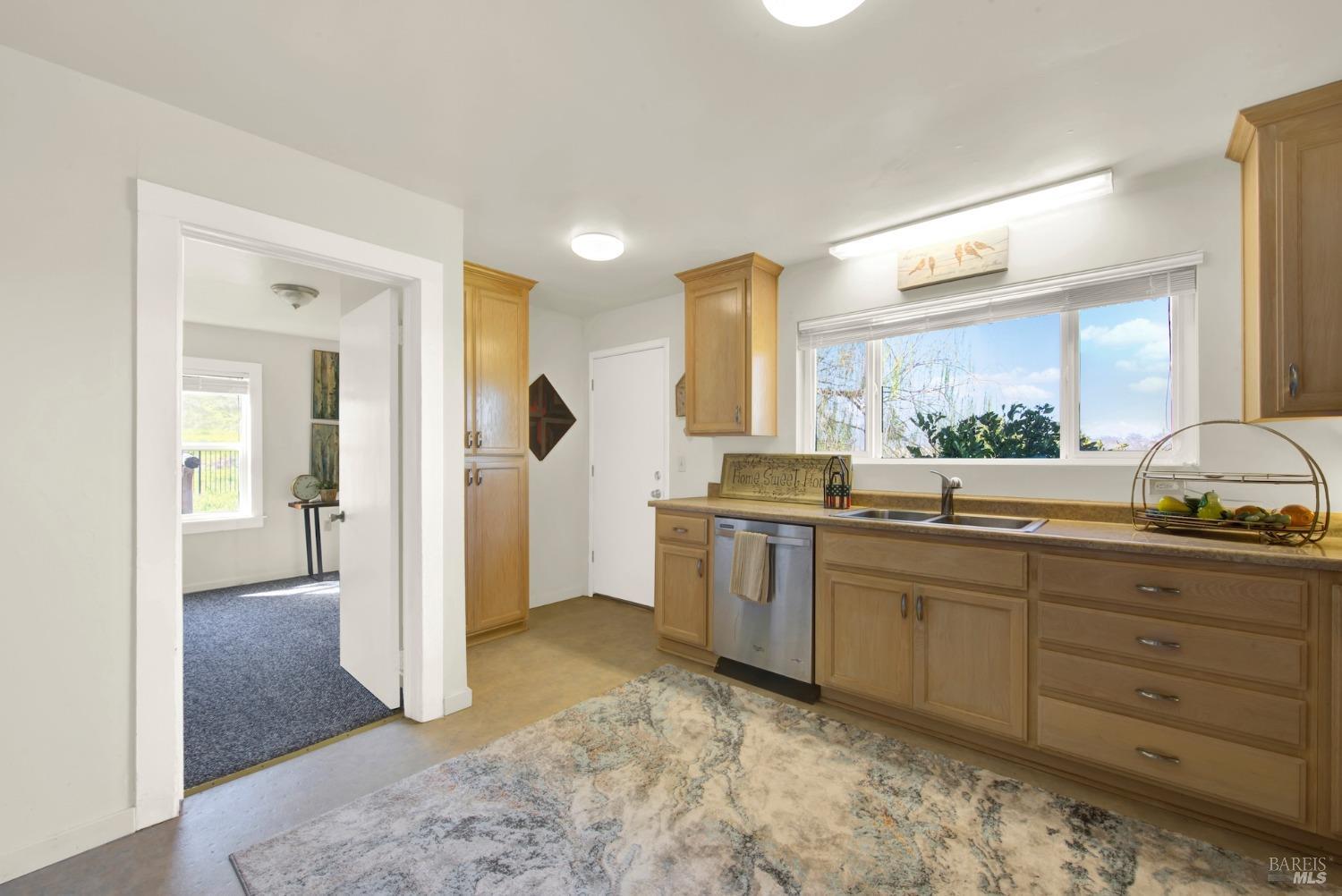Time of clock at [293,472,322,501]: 1:12
